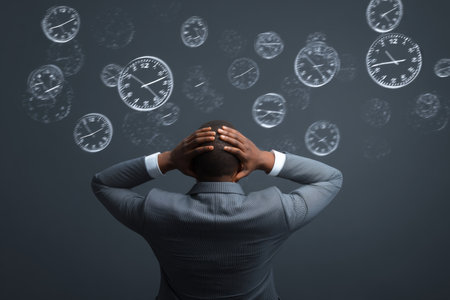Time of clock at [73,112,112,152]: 10:42
